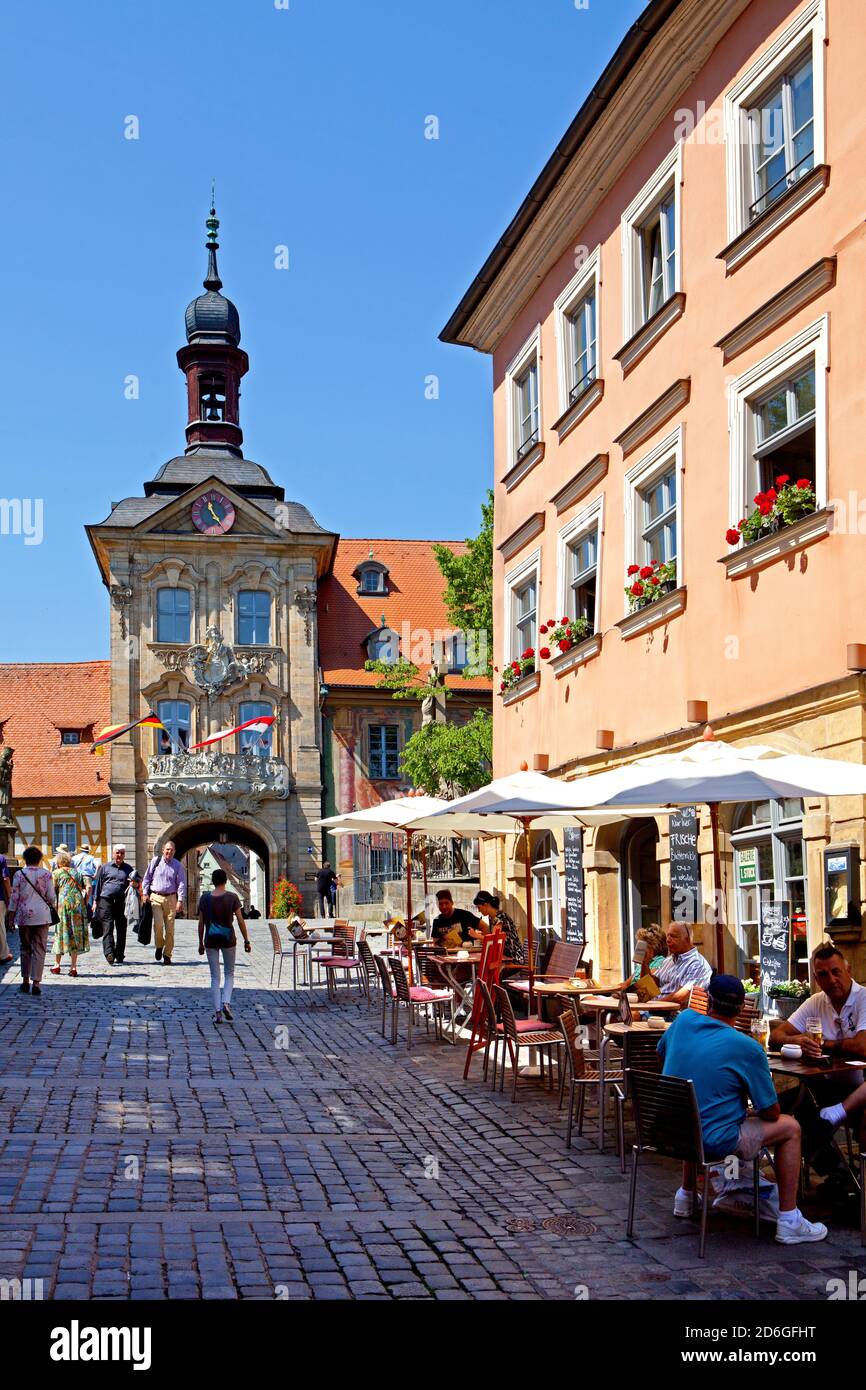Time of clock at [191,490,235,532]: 11:24
